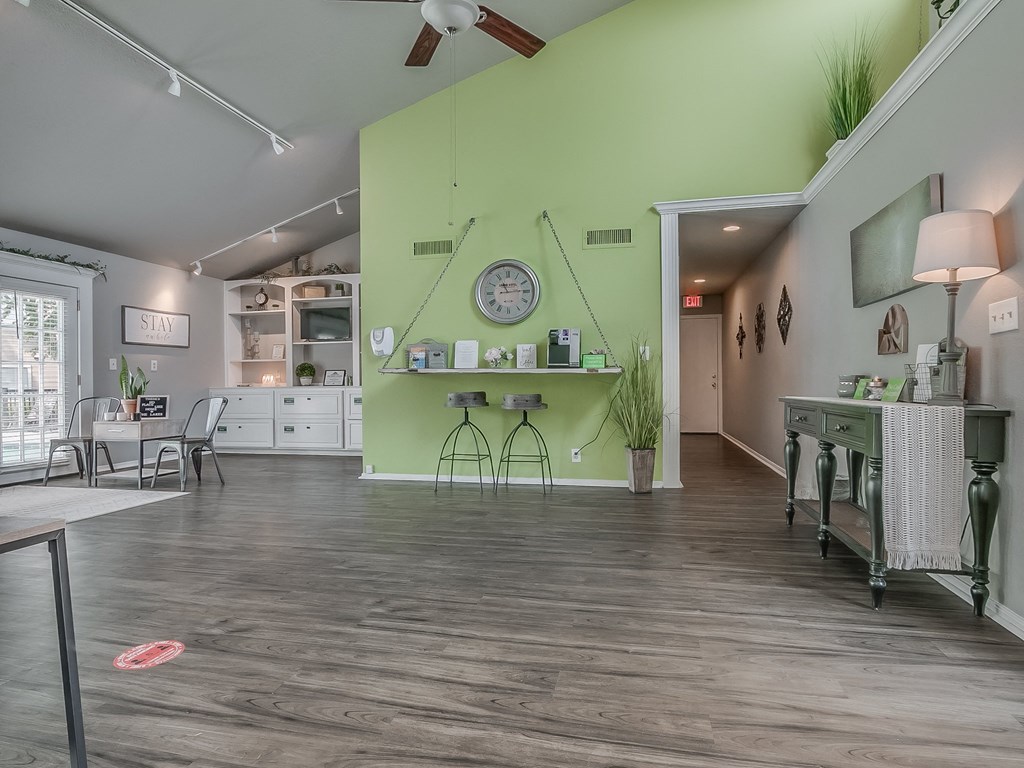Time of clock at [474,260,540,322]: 11:14
